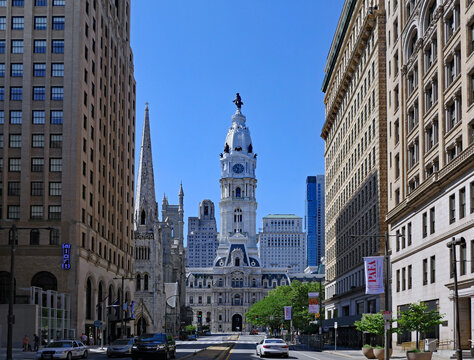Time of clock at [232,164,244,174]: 10:32
